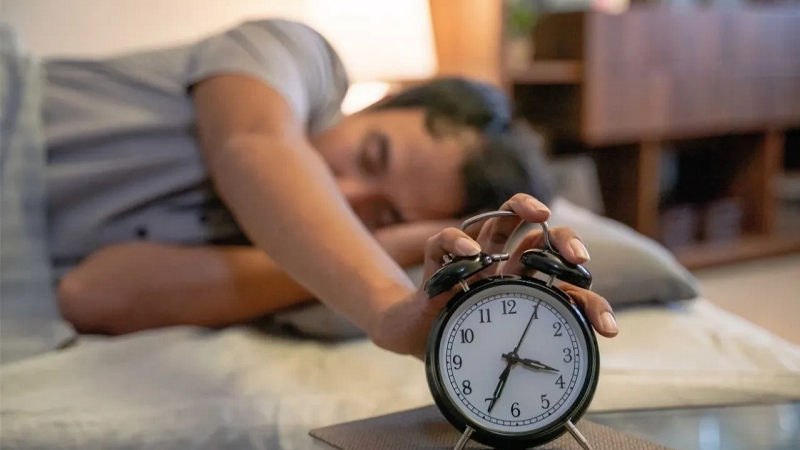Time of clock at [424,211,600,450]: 3:34
